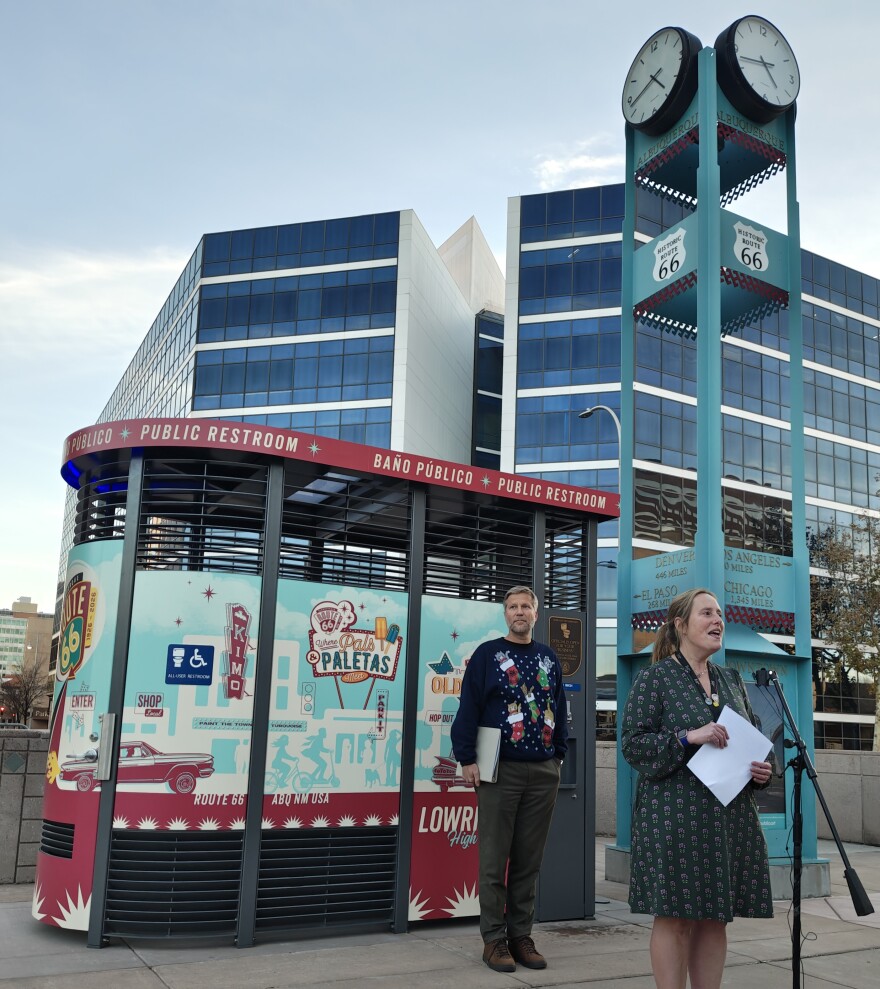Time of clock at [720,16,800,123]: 4:42
